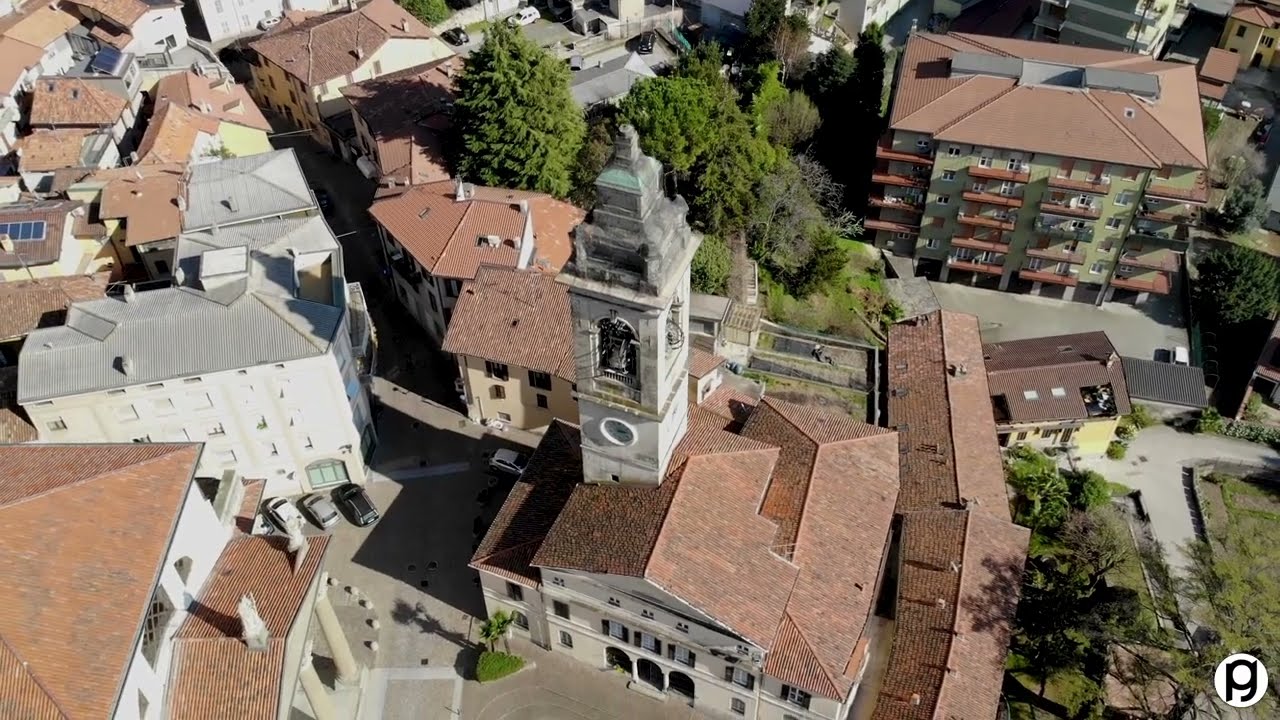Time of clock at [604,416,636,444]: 2:56
